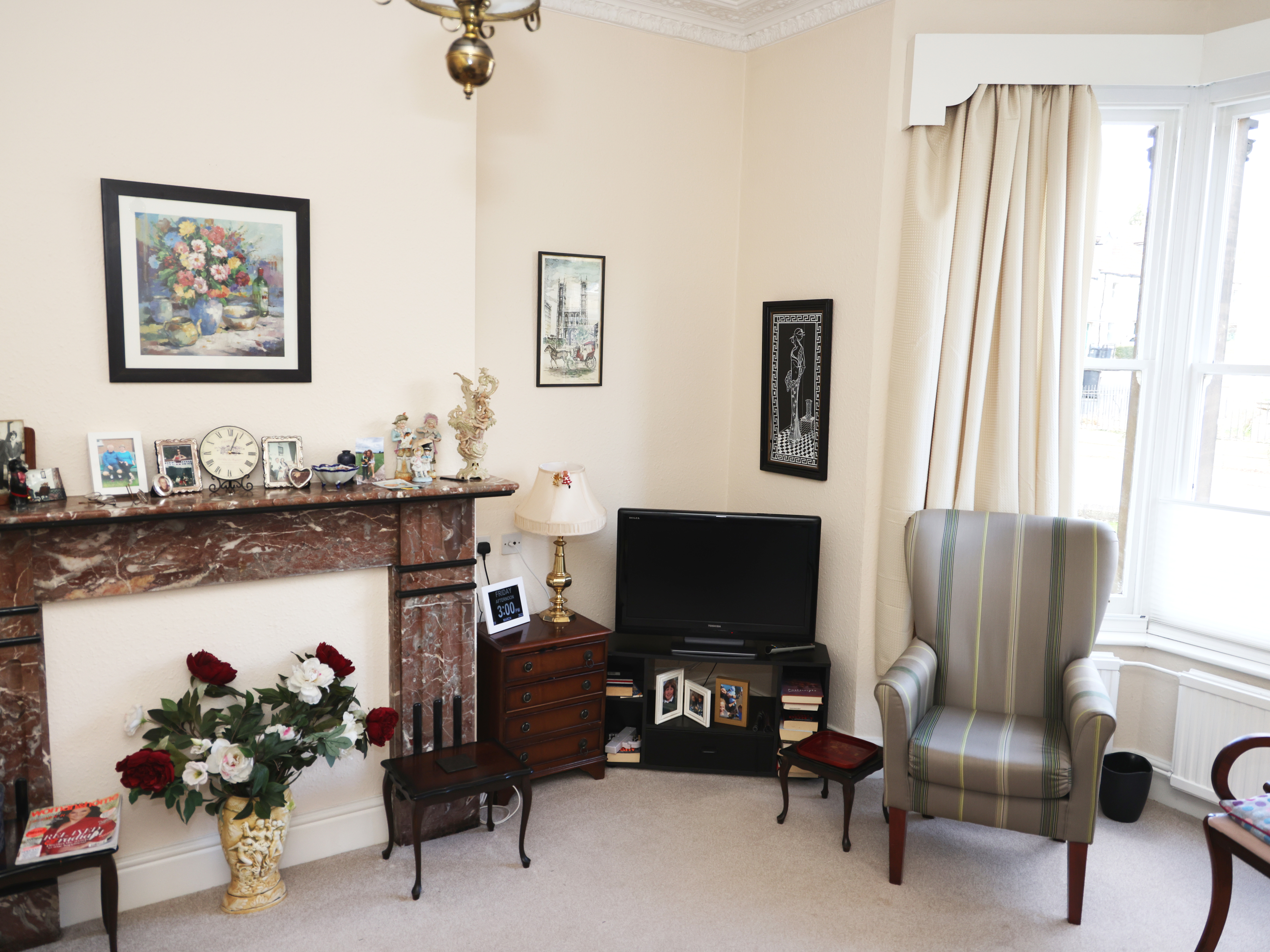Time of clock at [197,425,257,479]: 3:03
